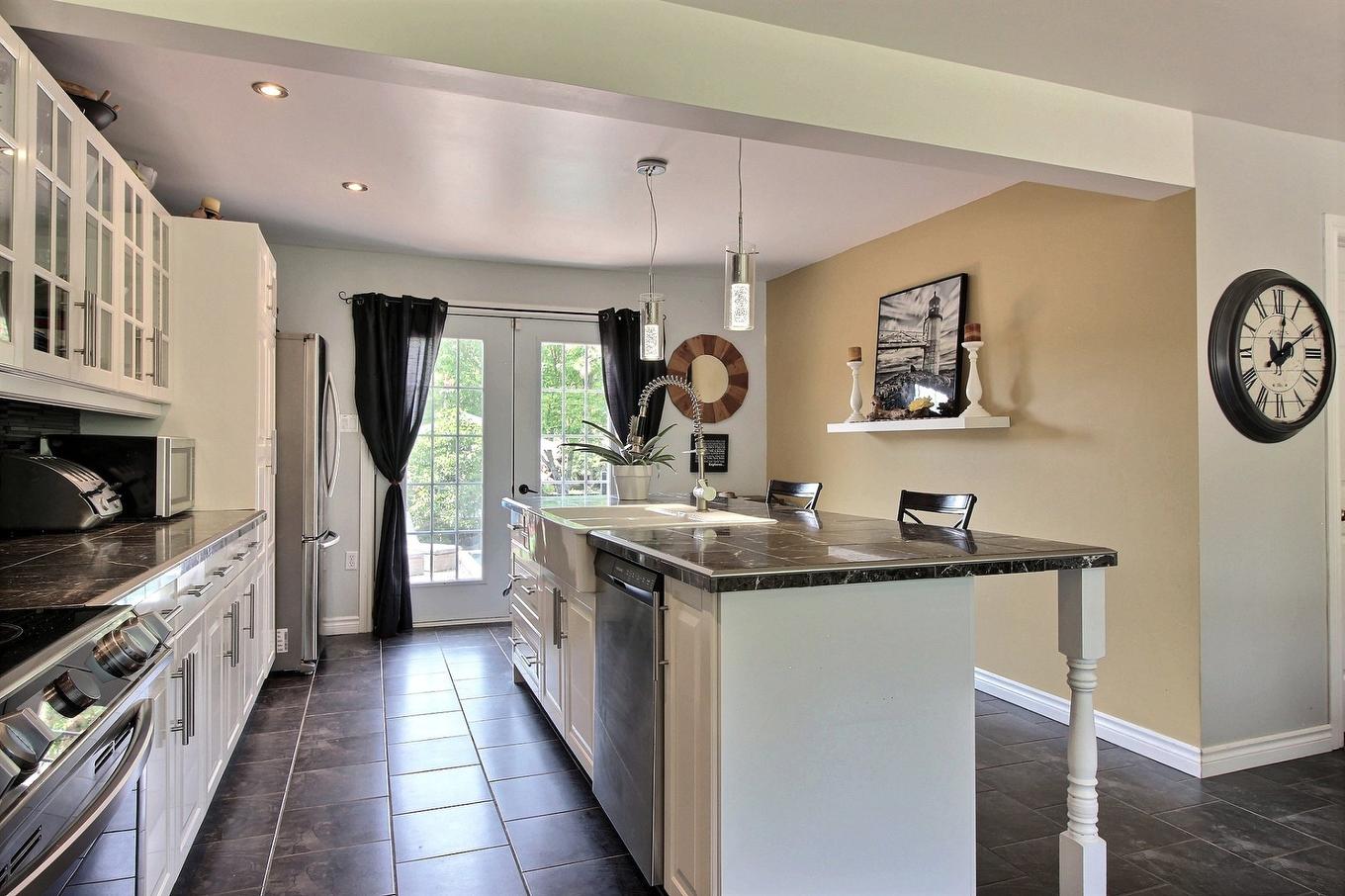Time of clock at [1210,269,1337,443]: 2:01
